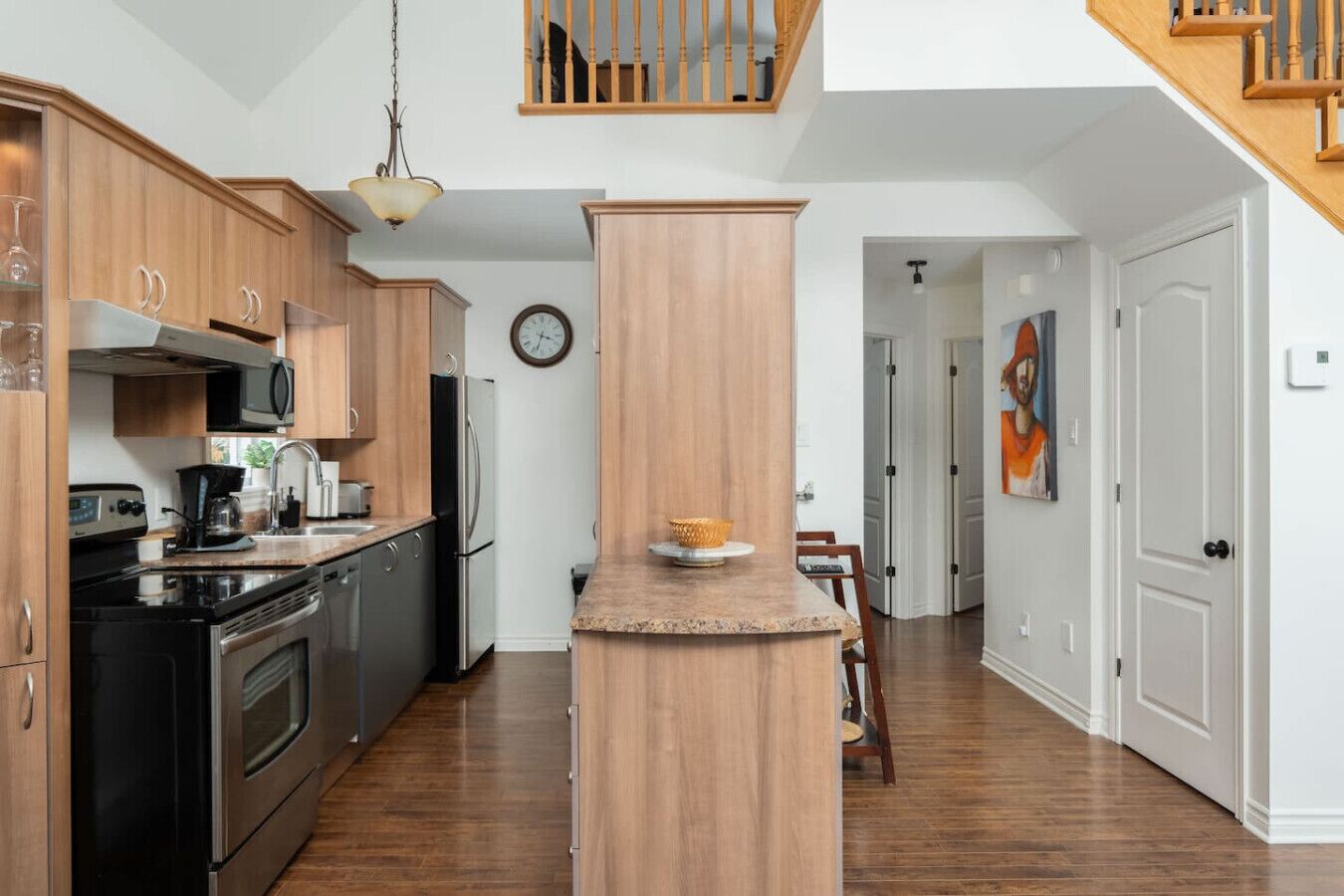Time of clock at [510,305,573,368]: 3:33
